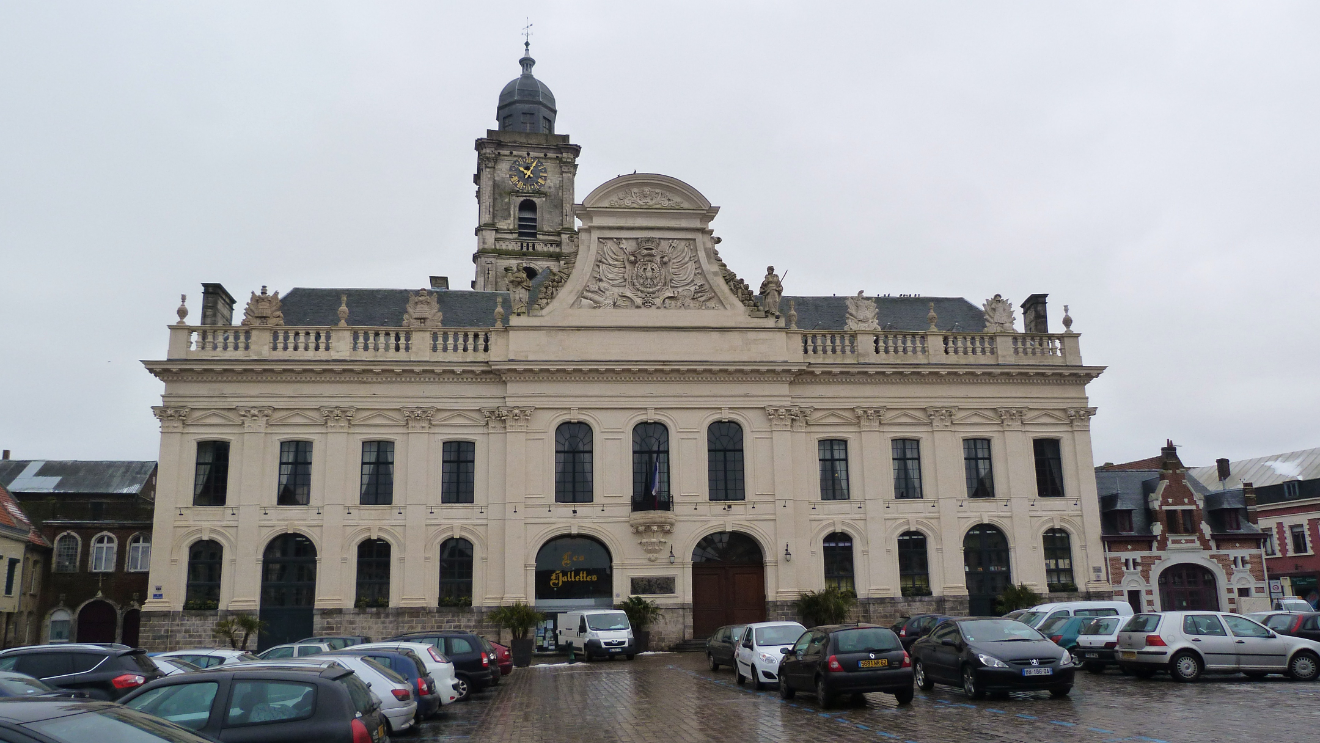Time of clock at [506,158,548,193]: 10:04
